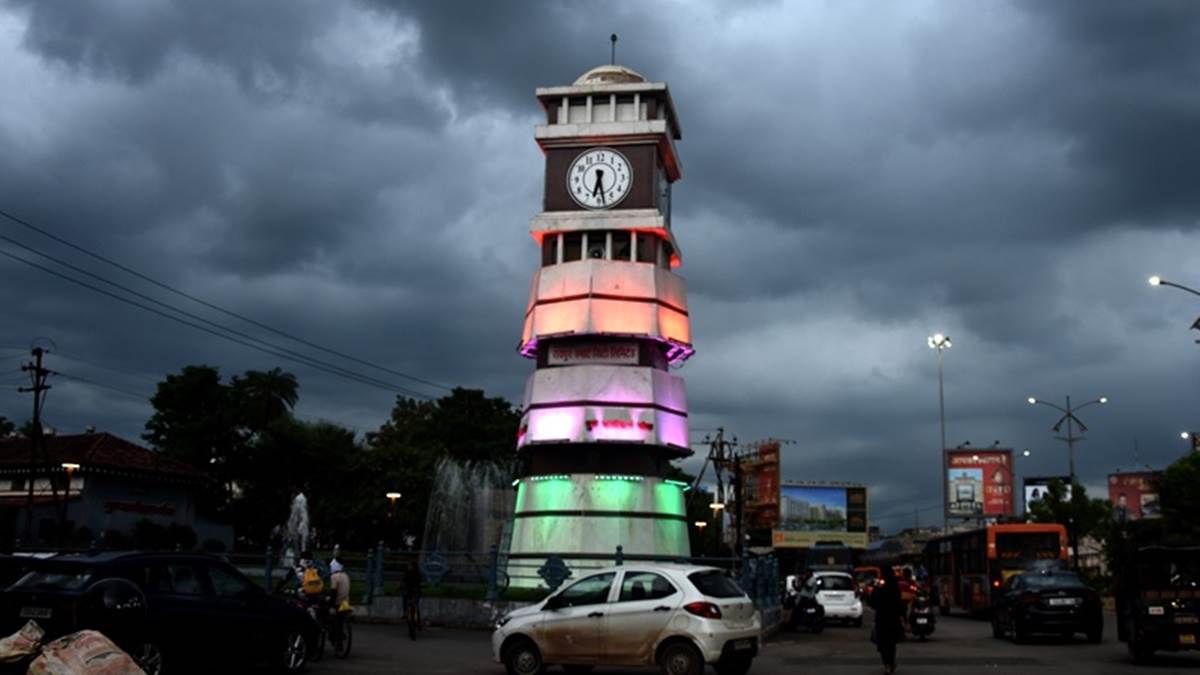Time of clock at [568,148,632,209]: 6:28
